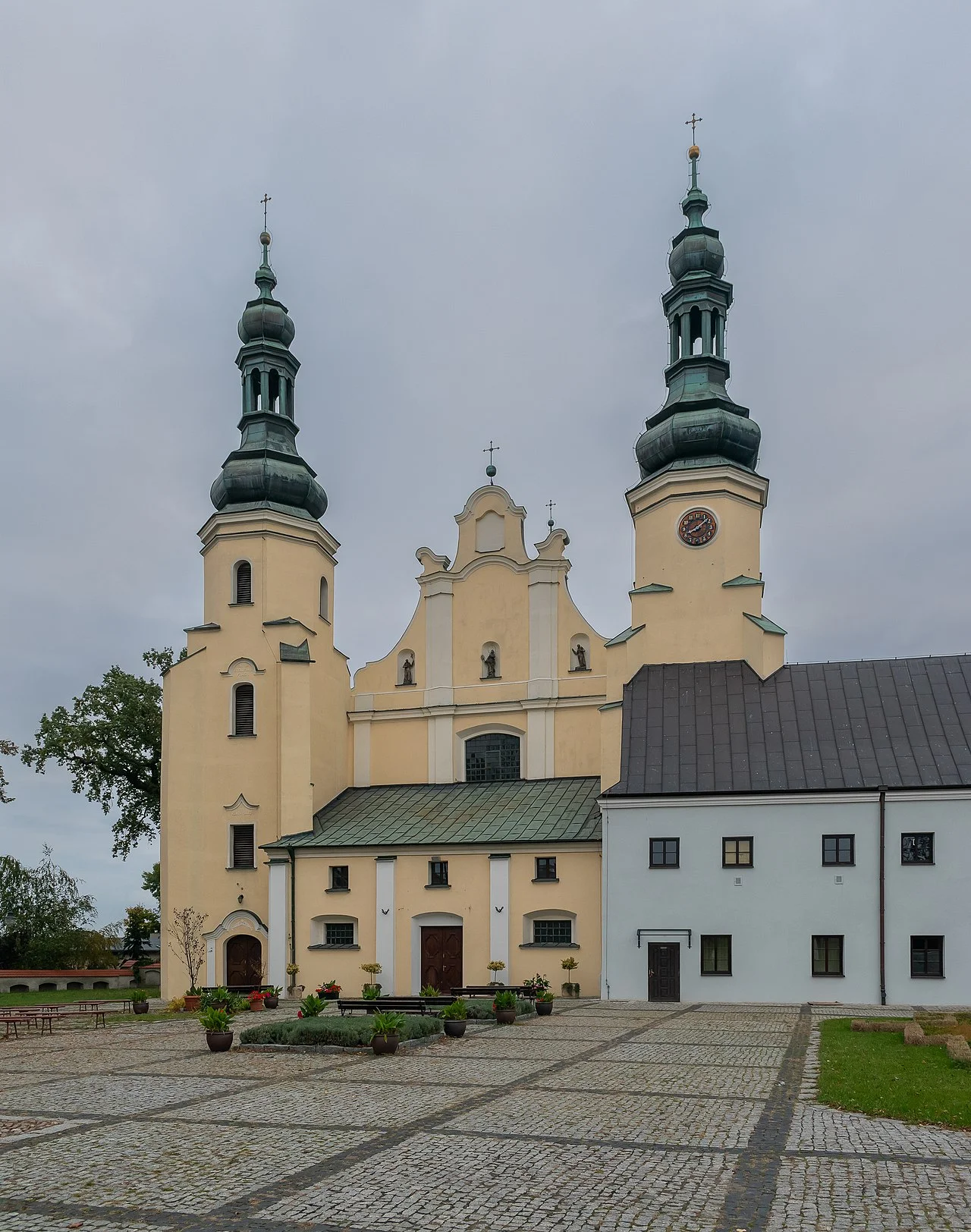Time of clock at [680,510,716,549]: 8:07
